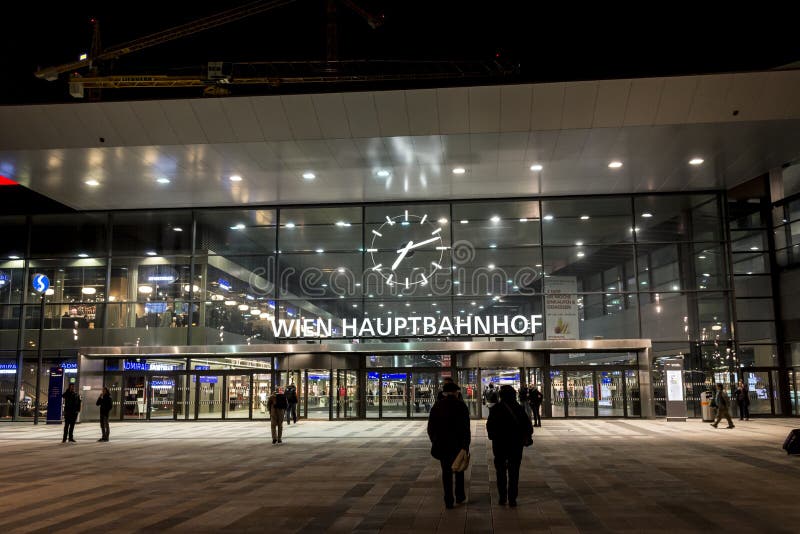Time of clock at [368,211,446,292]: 7:12
